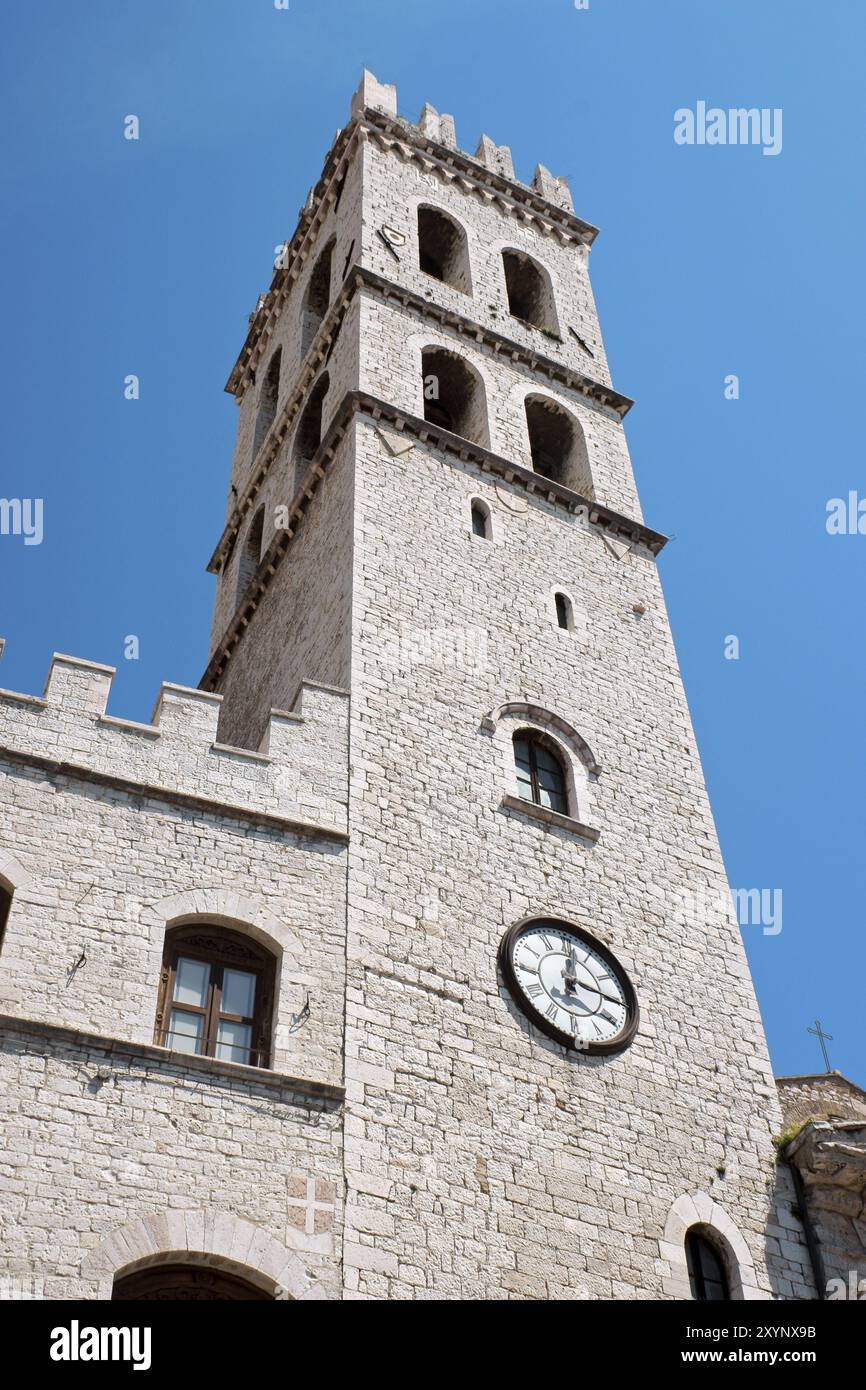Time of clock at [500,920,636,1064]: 12:16
